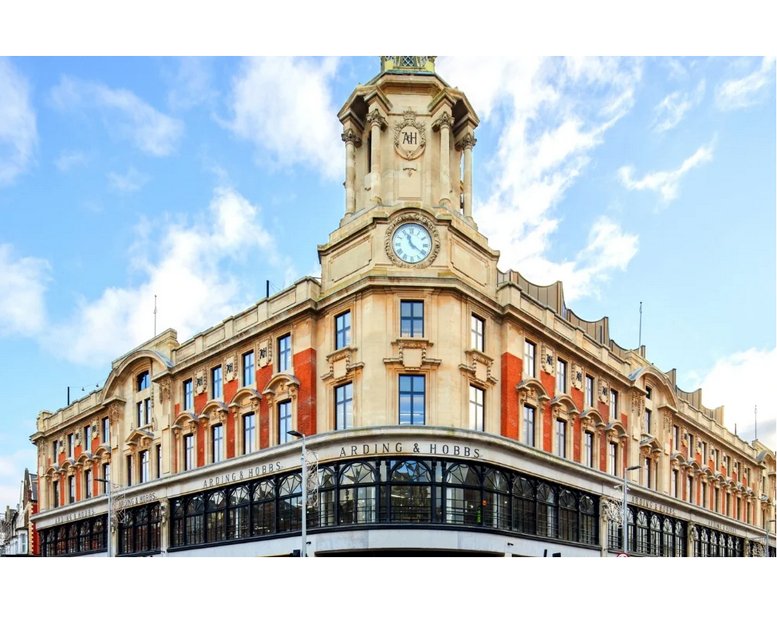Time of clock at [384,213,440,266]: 11:21
